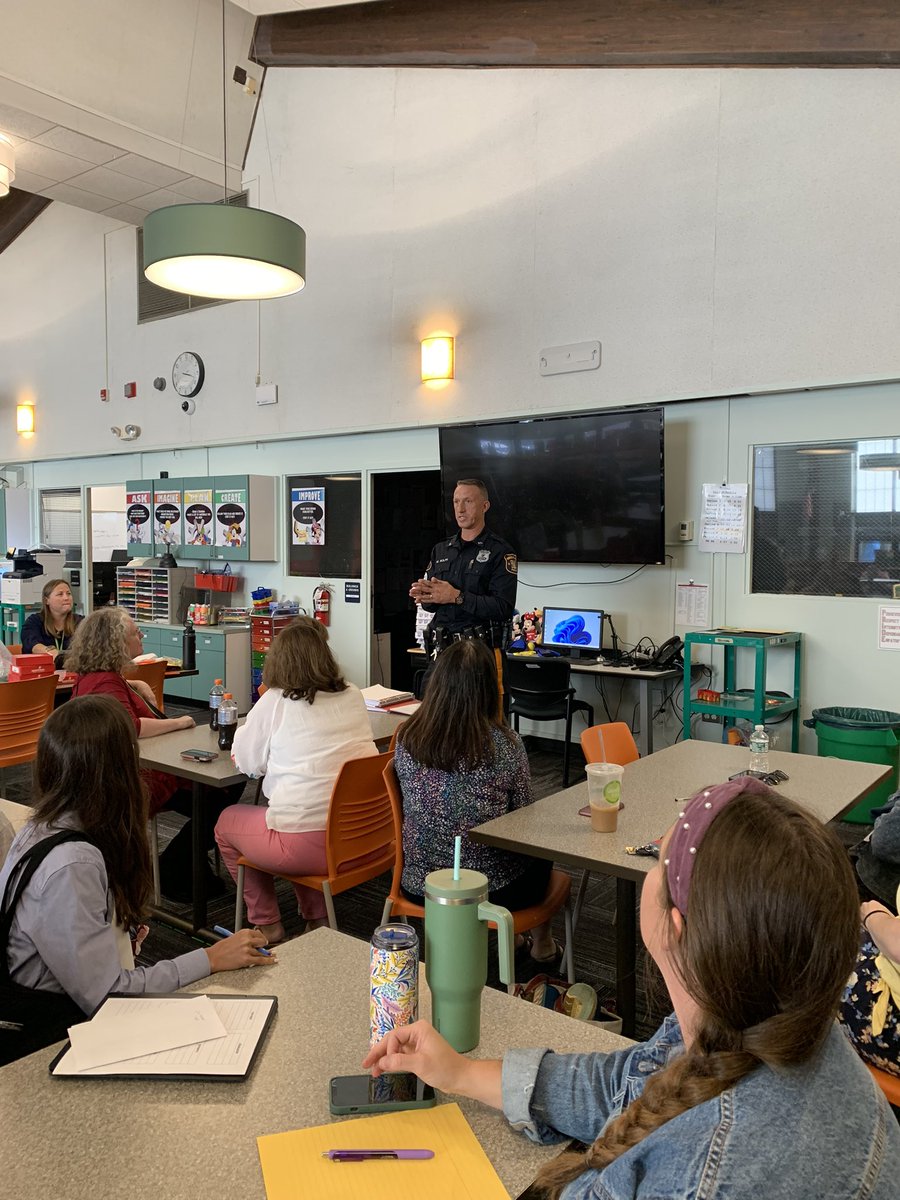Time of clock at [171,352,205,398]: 3:17
